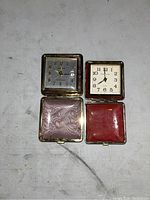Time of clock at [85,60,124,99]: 7:59
